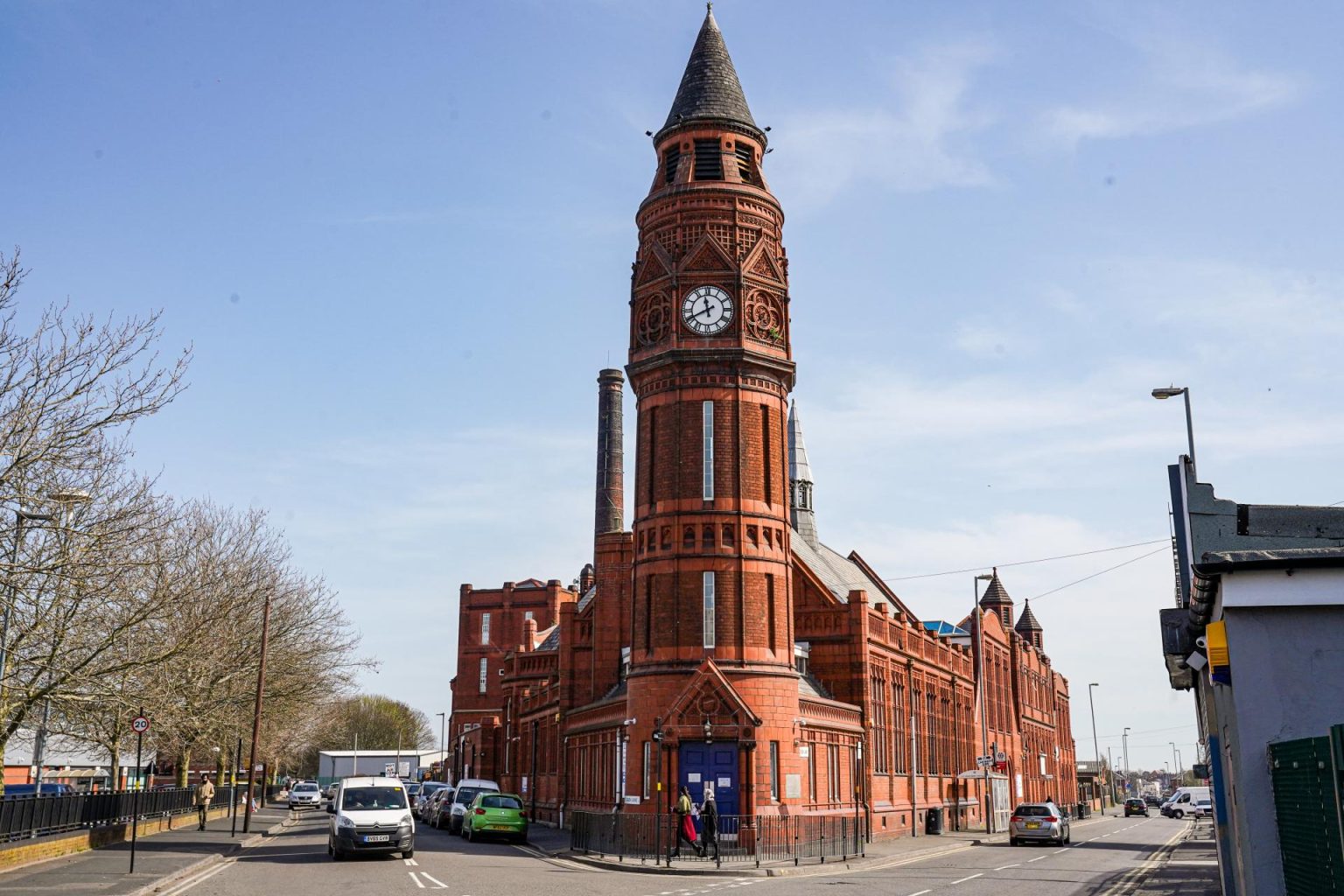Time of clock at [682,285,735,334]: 11:40
